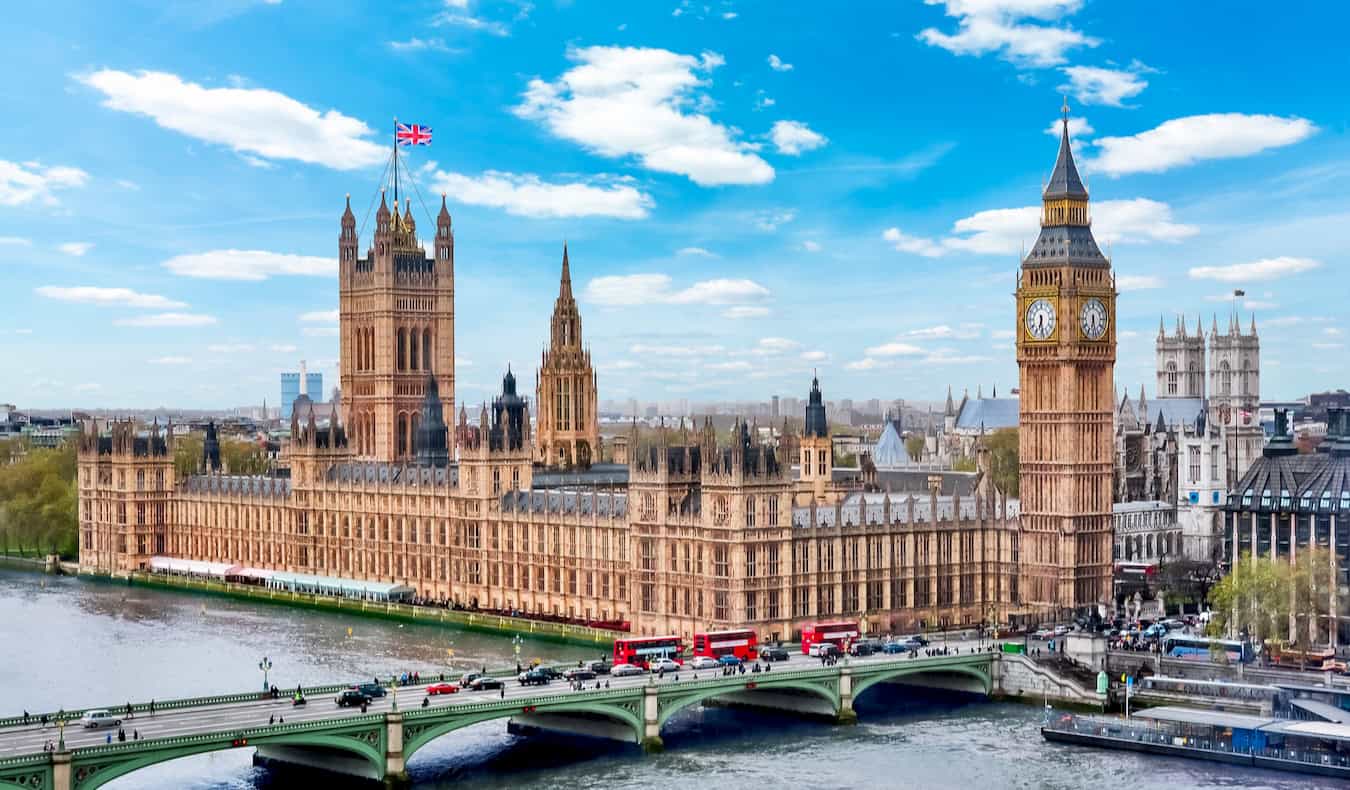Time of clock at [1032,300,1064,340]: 6:28
